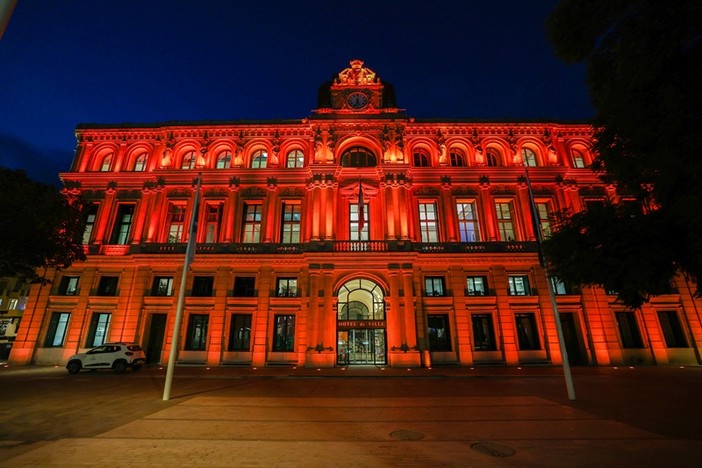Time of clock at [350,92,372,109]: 5:33
